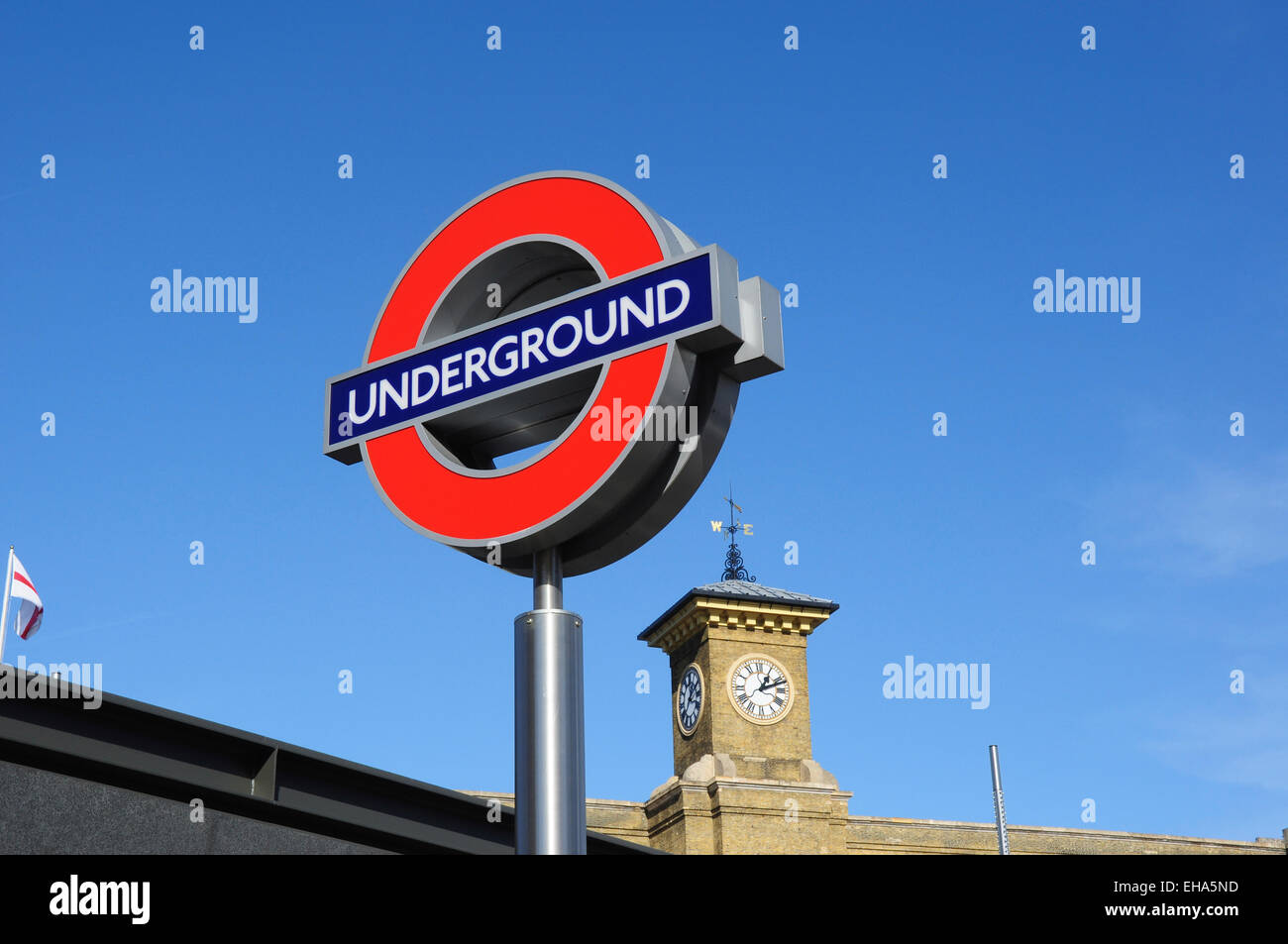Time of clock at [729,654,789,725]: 1:11
